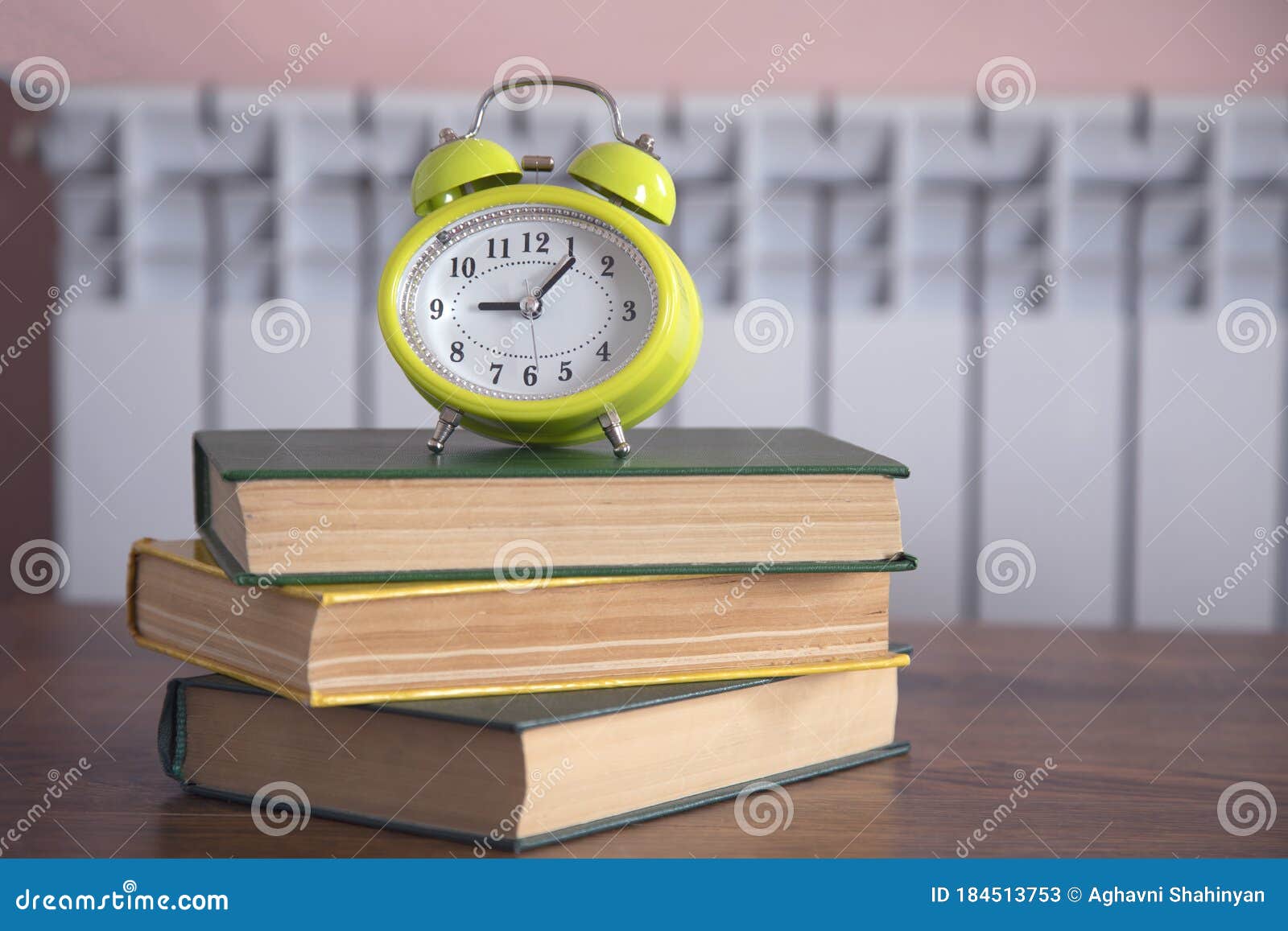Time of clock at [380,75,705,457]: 9:07
